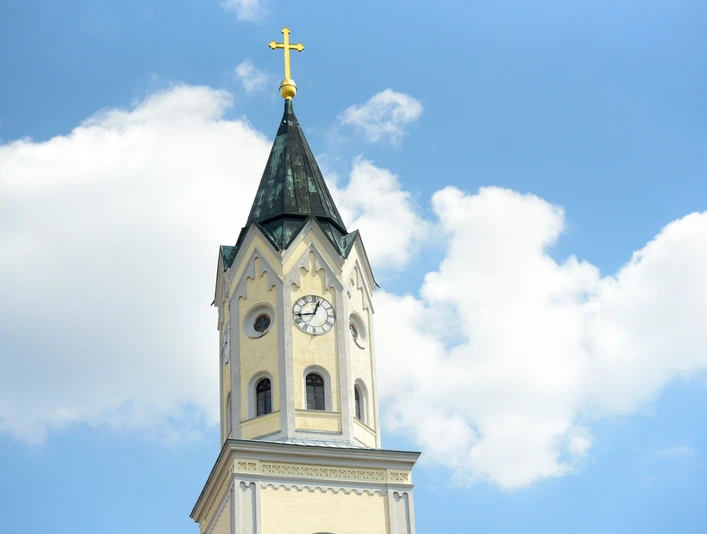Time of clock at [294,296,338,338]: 12:43
